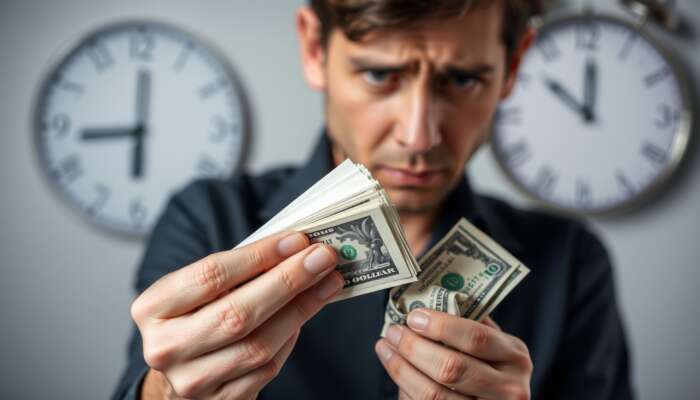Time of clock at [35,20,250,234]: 5:43
